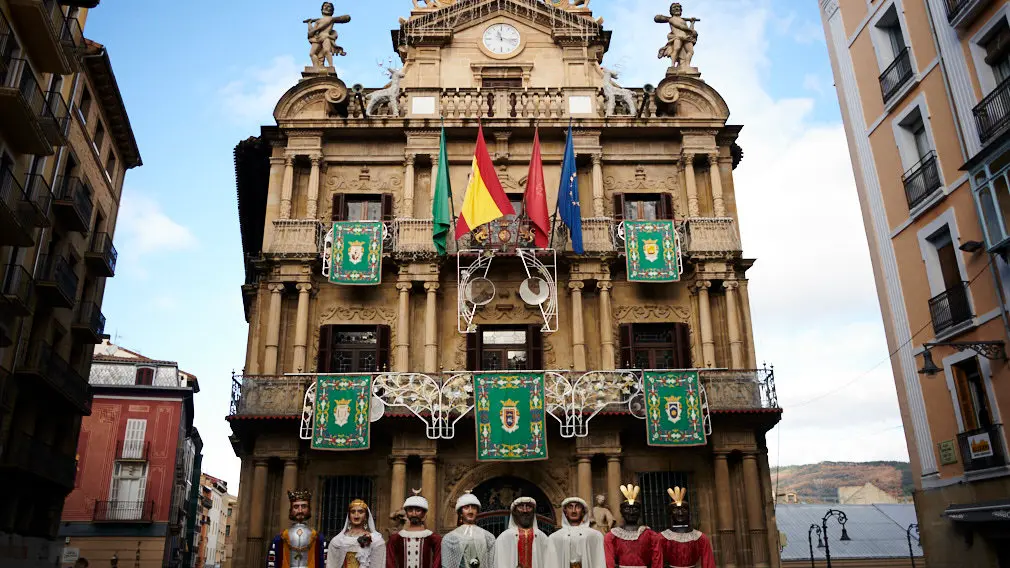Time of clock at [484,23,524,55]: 11:17
